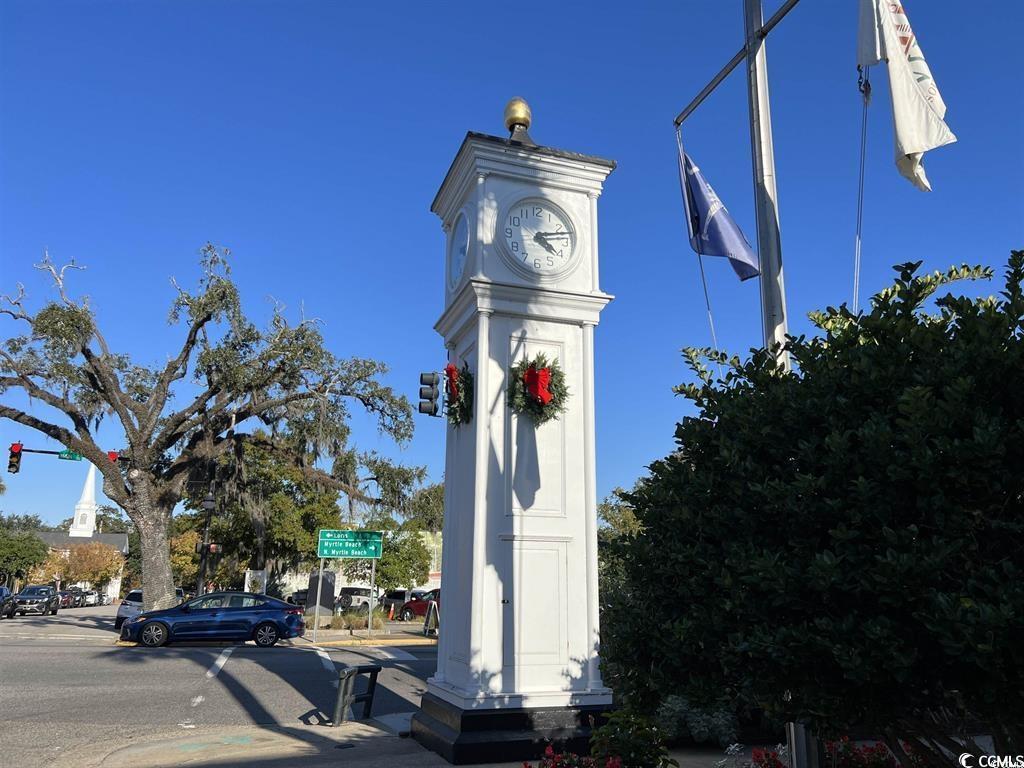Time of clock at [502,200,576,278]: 4:12
